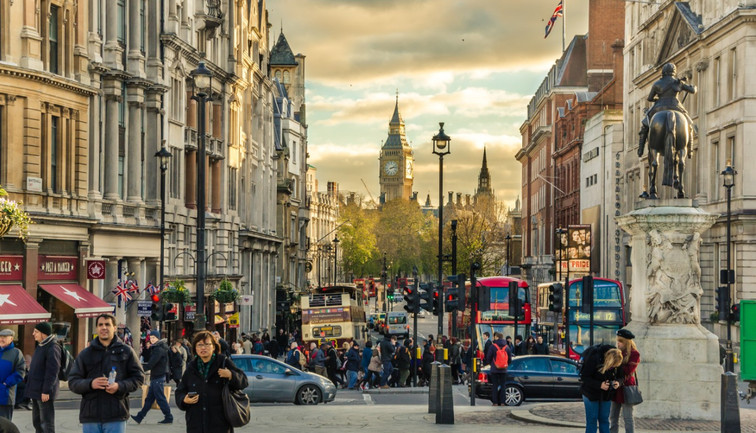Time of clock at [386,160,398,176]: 2:12
